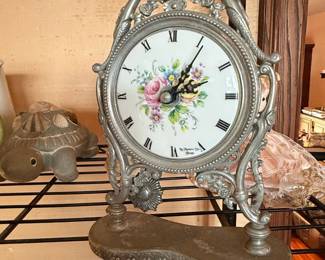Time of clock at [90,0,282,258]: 2:05
